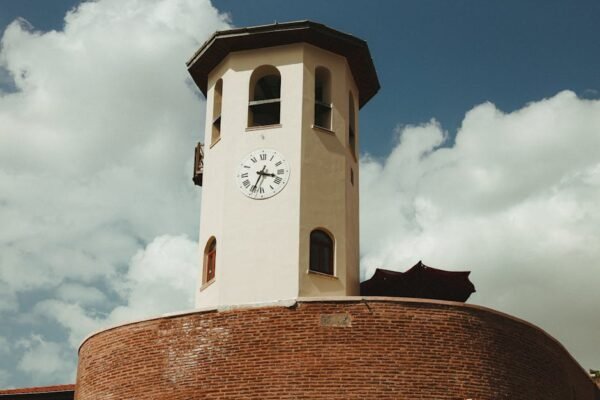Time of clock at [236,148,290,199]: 3:34
